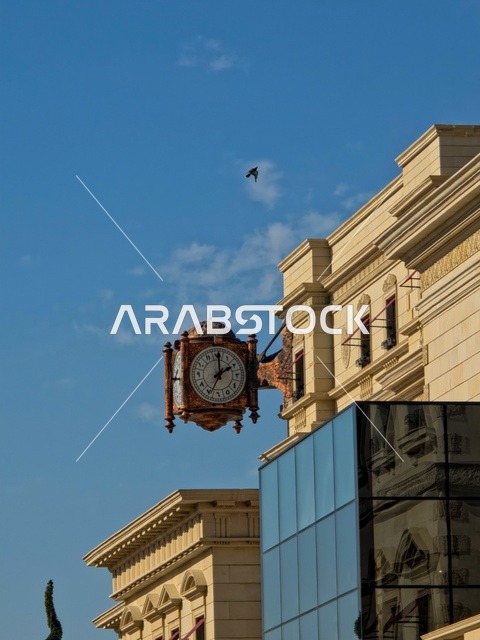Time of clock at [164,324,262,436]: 2:01
